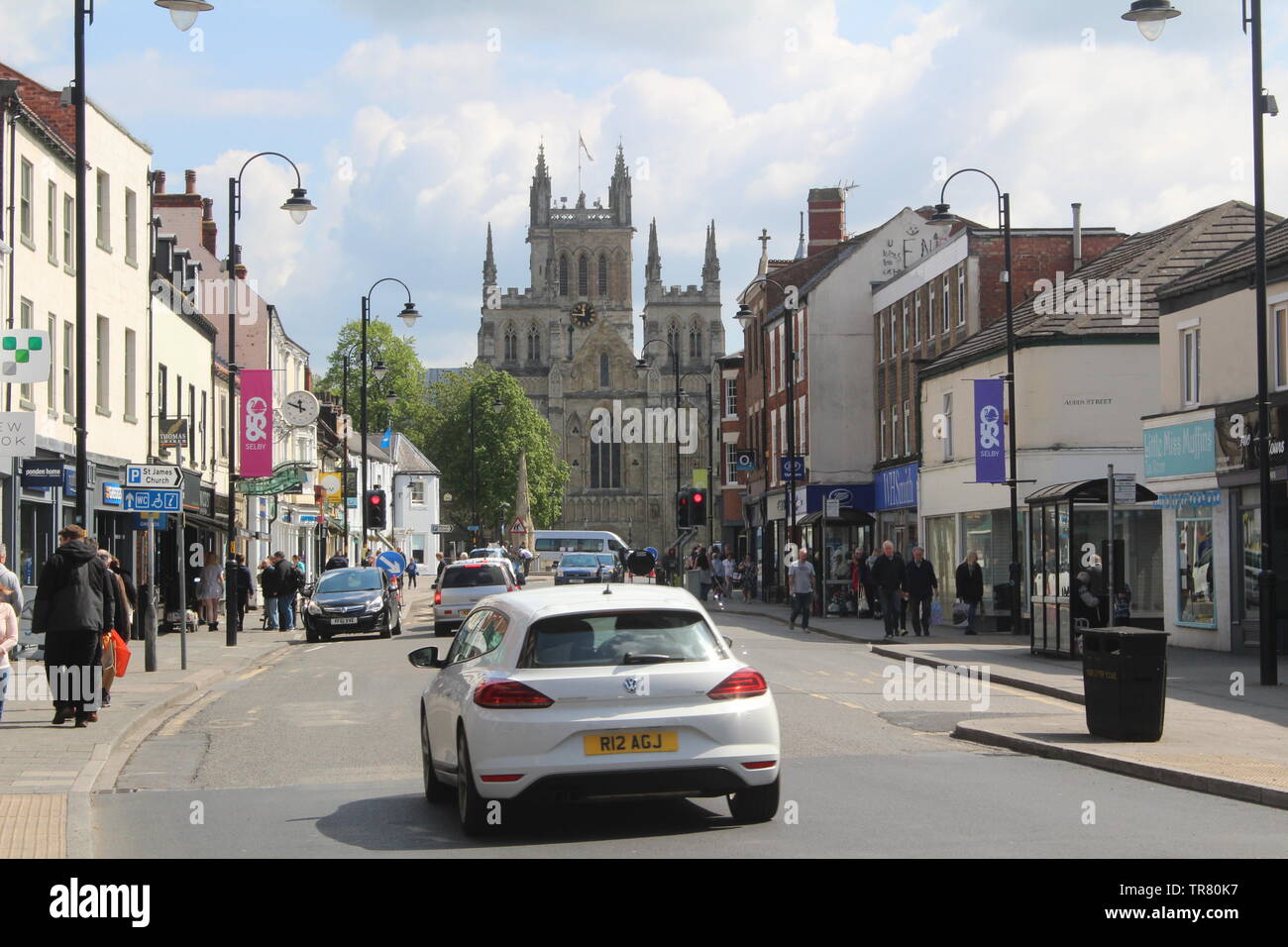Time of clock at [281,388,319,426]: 11:48
